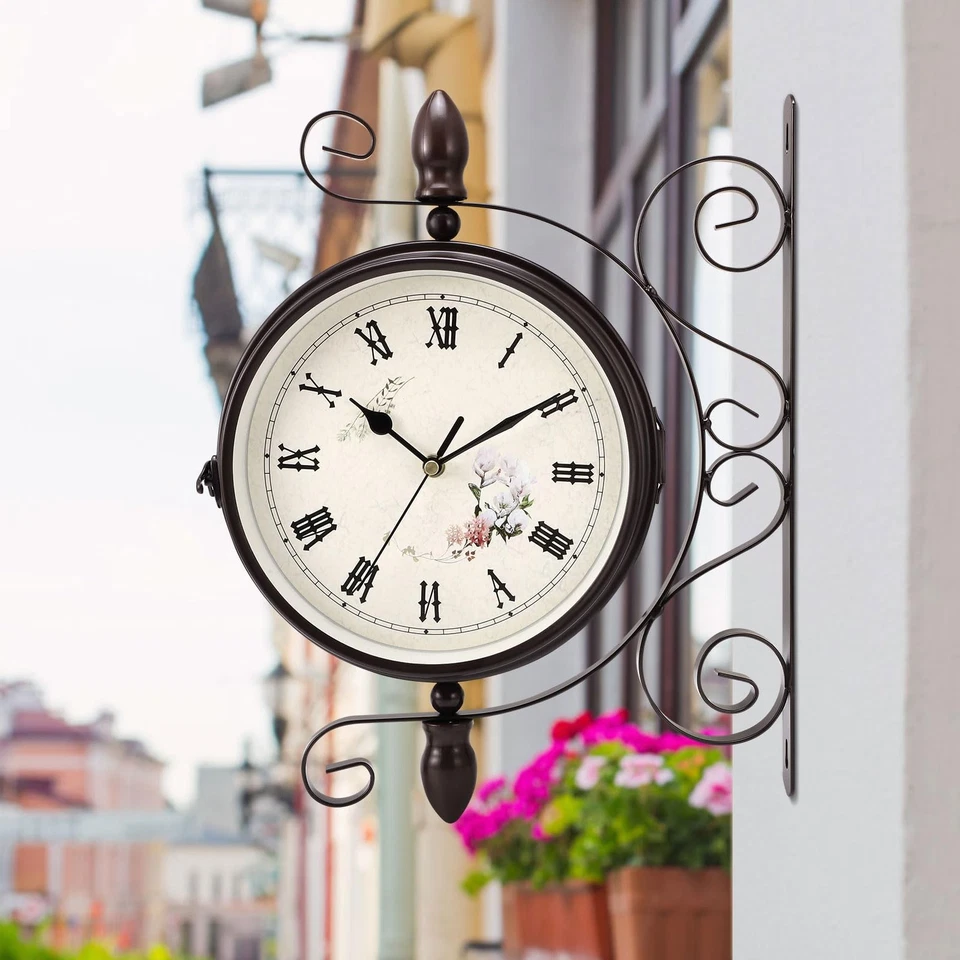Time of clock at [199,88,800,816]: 10:09
